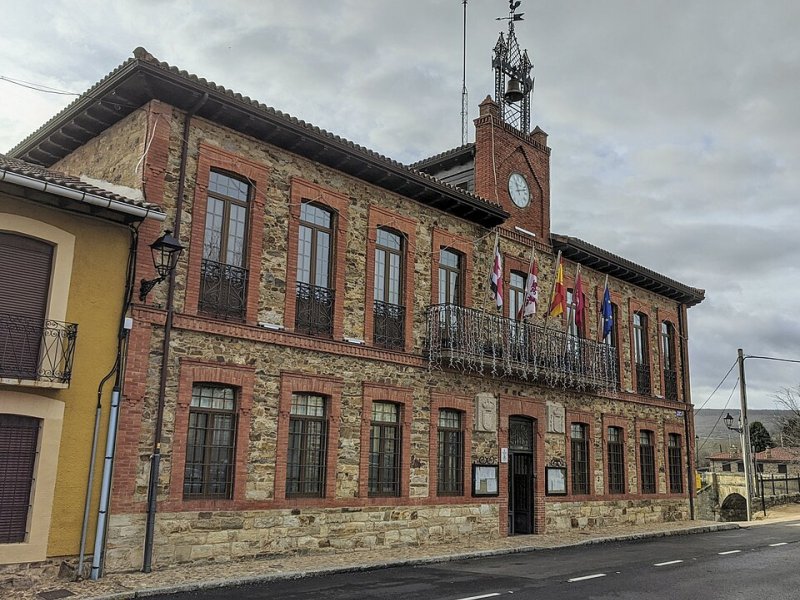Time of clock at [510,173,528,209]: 11:12
